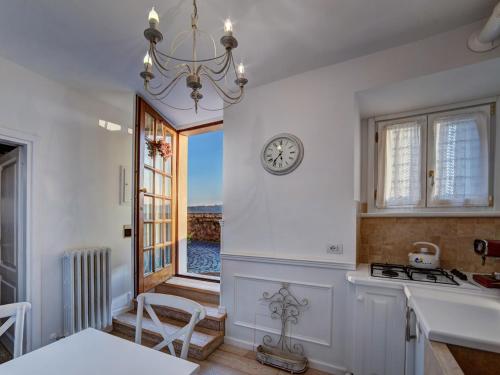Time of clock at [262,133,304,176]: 5:36
